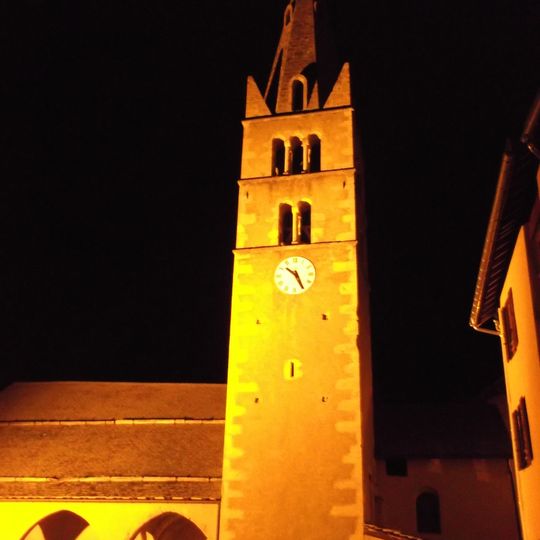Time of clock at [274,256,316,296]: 10:25
